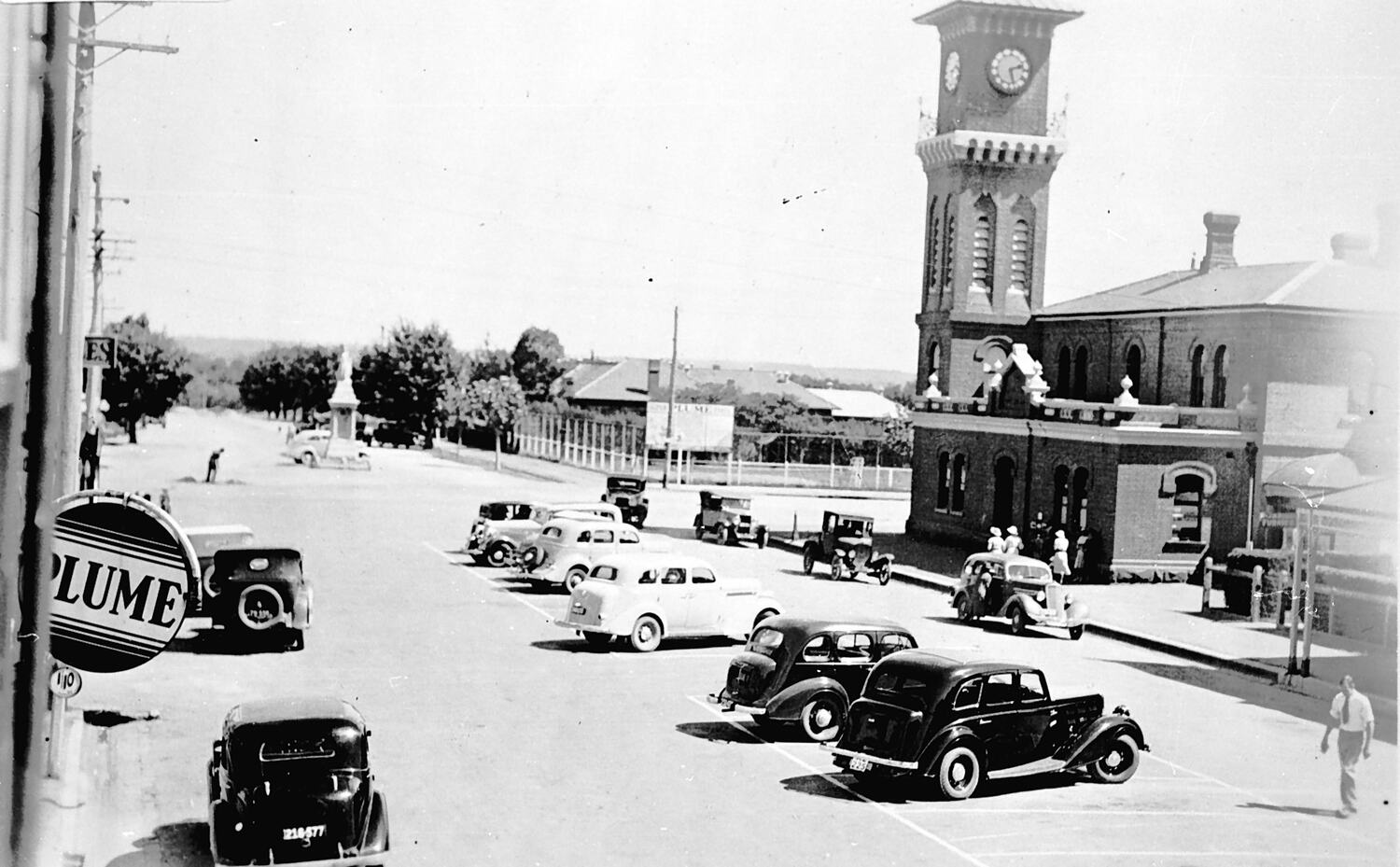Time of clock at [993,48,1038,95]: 2:27
